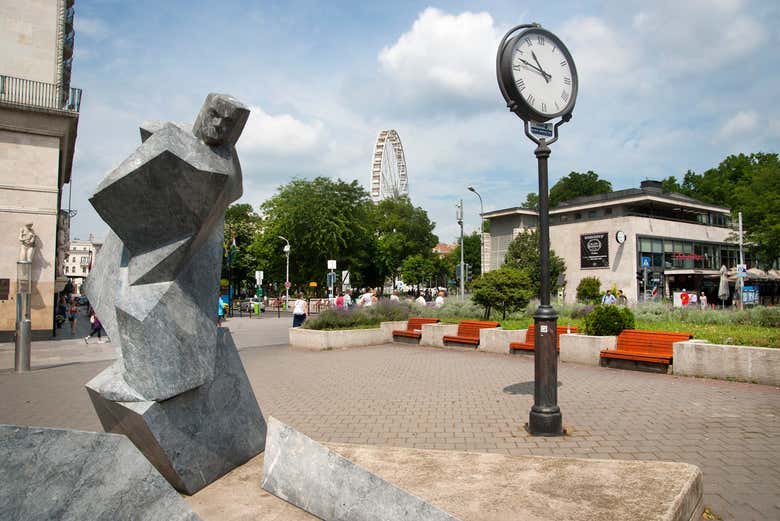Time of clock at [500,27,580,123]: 10:47
